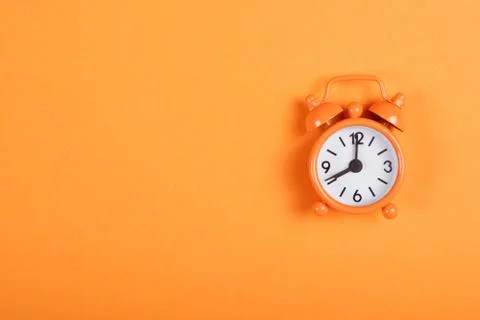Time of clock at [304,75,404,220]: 8:00
